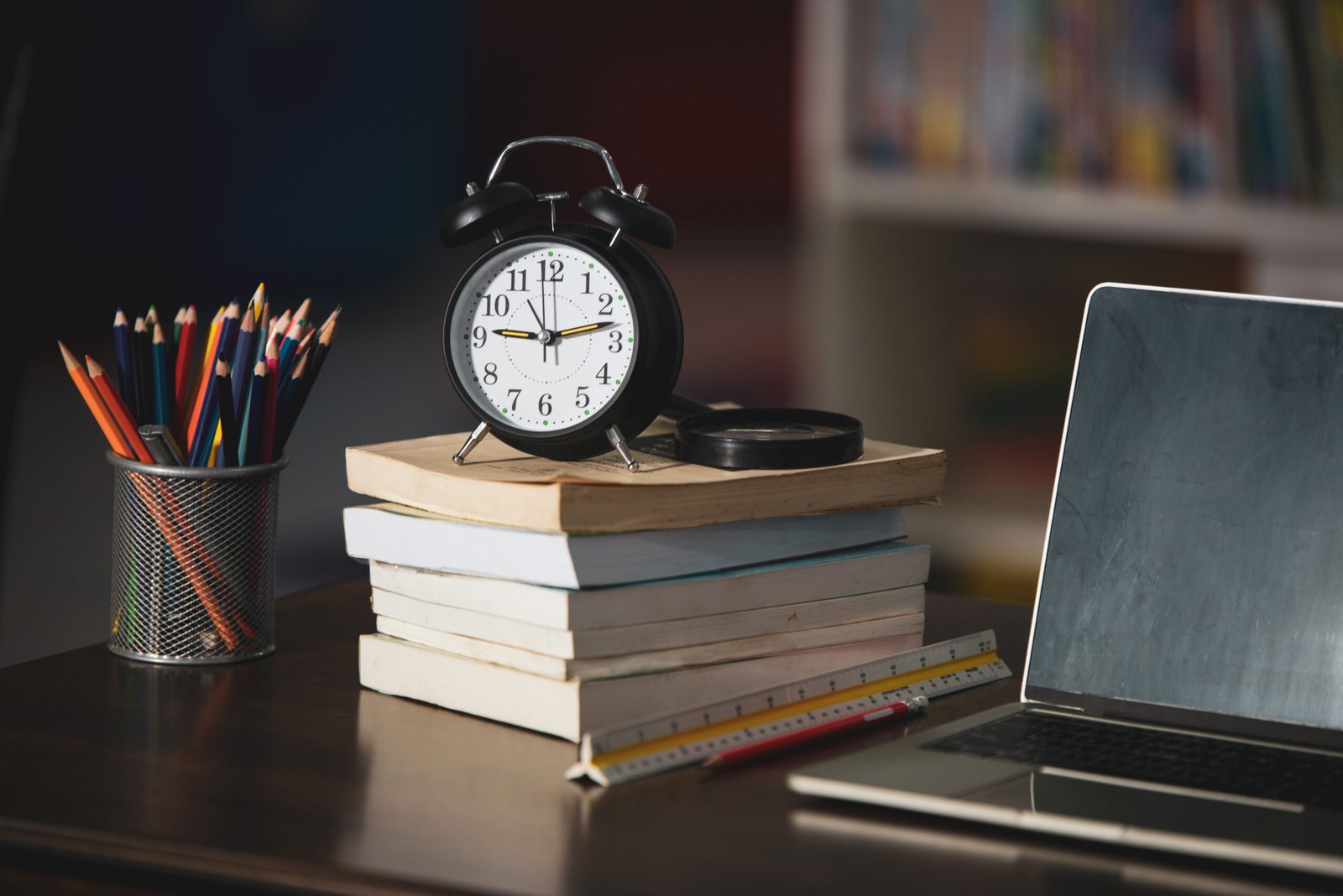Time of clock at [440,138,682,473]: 9:12
